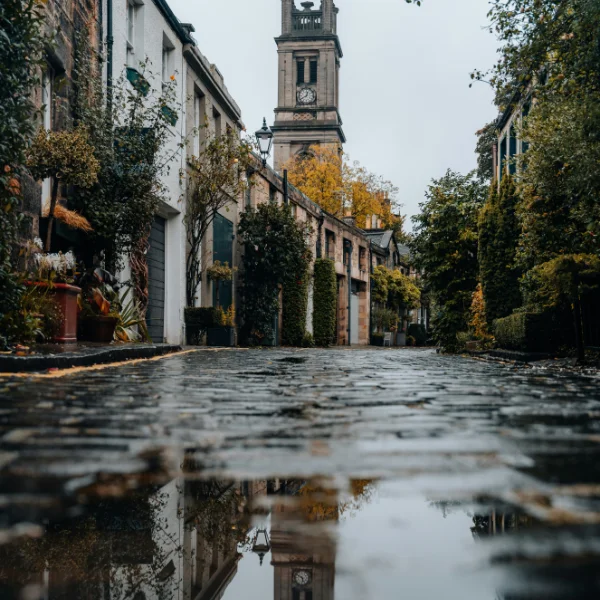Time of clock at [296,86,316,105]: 12:40
